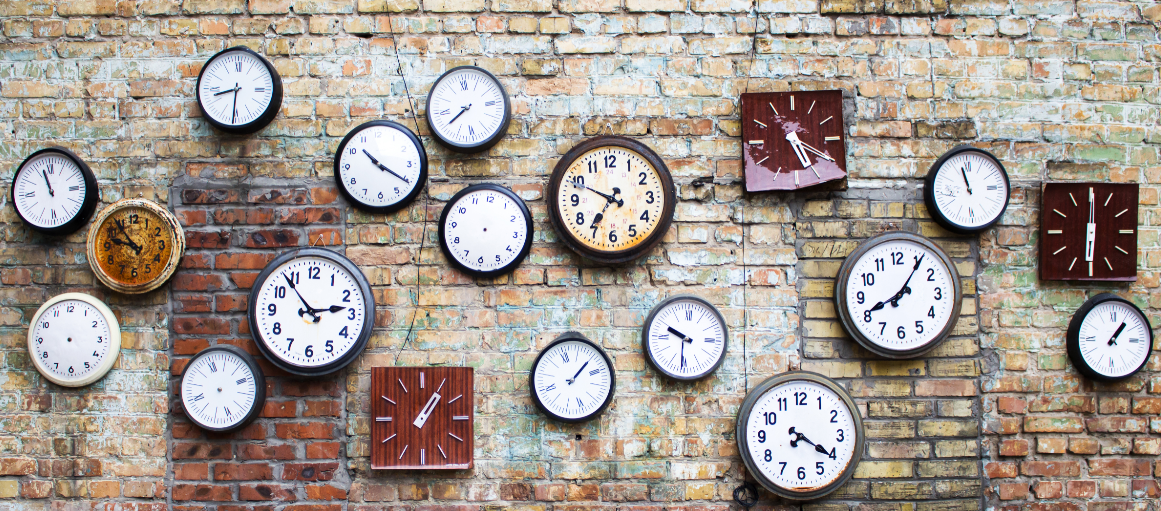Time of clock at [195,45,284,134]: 8:30
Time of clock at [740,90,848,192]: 5:20
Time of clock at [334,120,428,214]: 10:20
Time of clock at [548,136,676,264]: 6:49
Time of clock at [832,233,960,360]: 8:05
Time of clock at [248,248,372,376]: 2:53
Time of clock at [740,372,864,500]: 7:20
